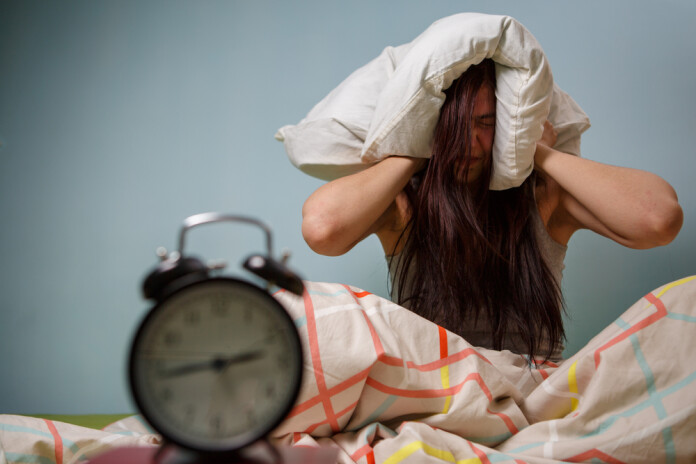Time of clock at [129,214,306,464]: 2:43
